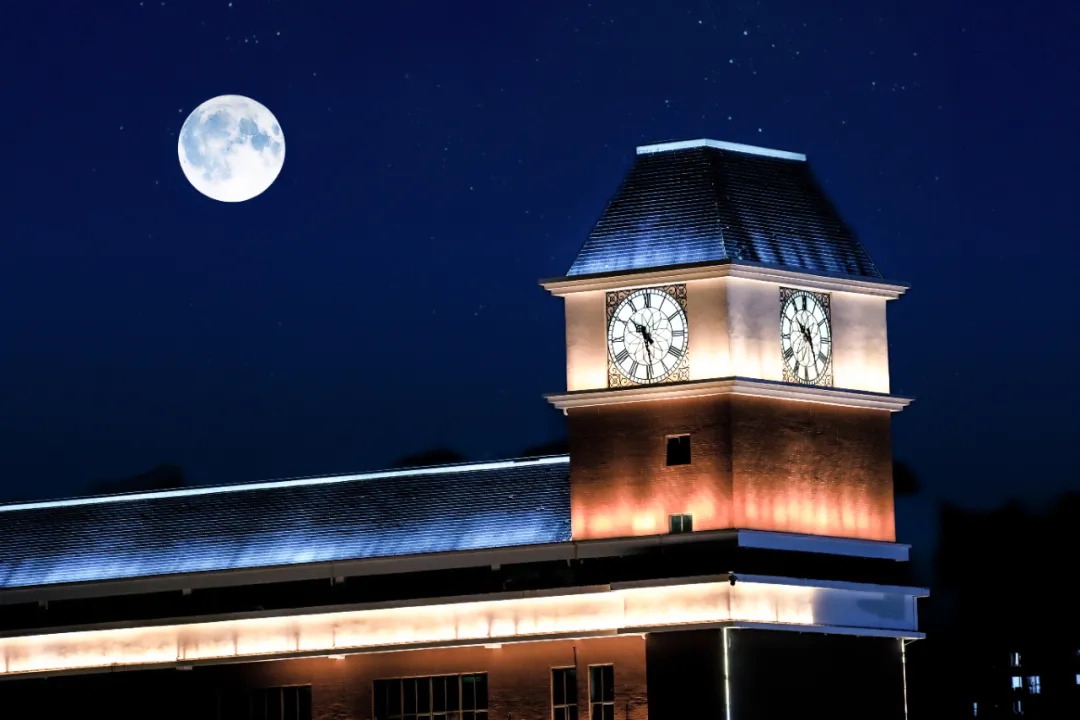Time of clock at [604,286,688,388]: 10:28
